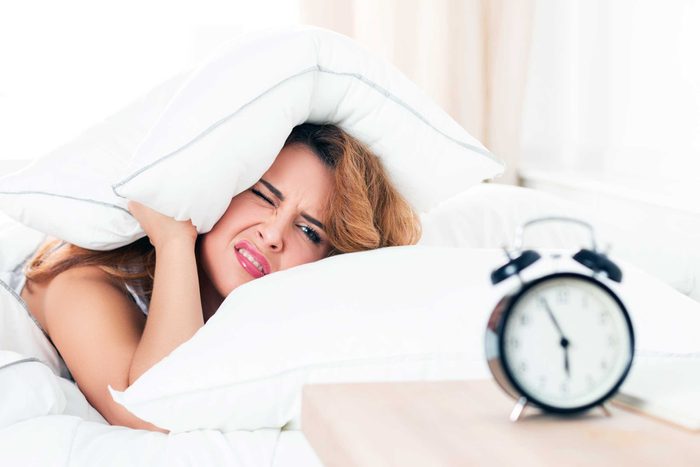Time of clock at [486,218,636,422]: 5:55
